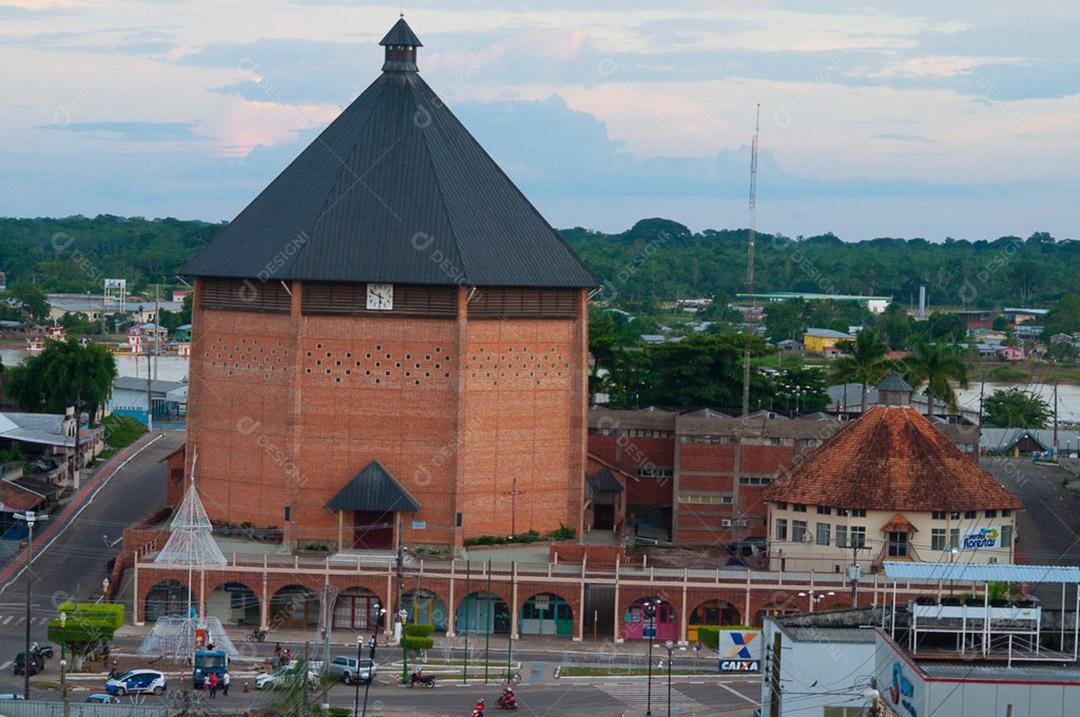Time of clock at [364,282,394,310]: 5:49
